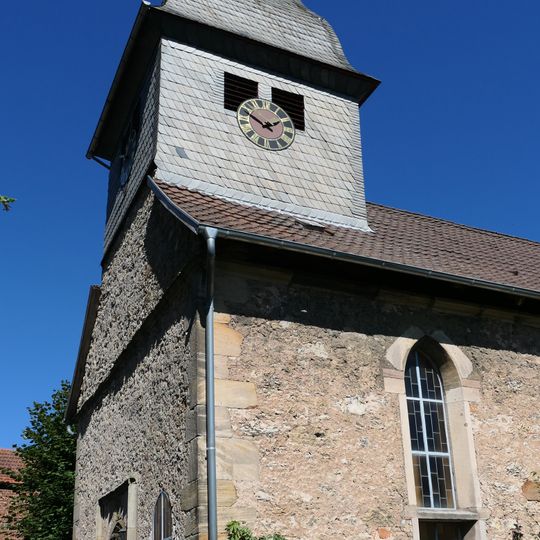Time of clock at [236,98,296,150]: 1:50
